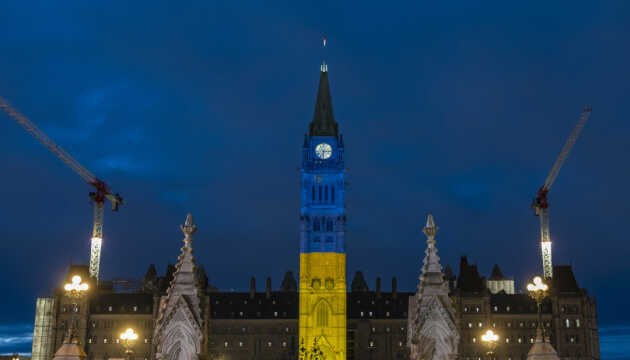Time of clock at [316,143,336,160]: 6:15
